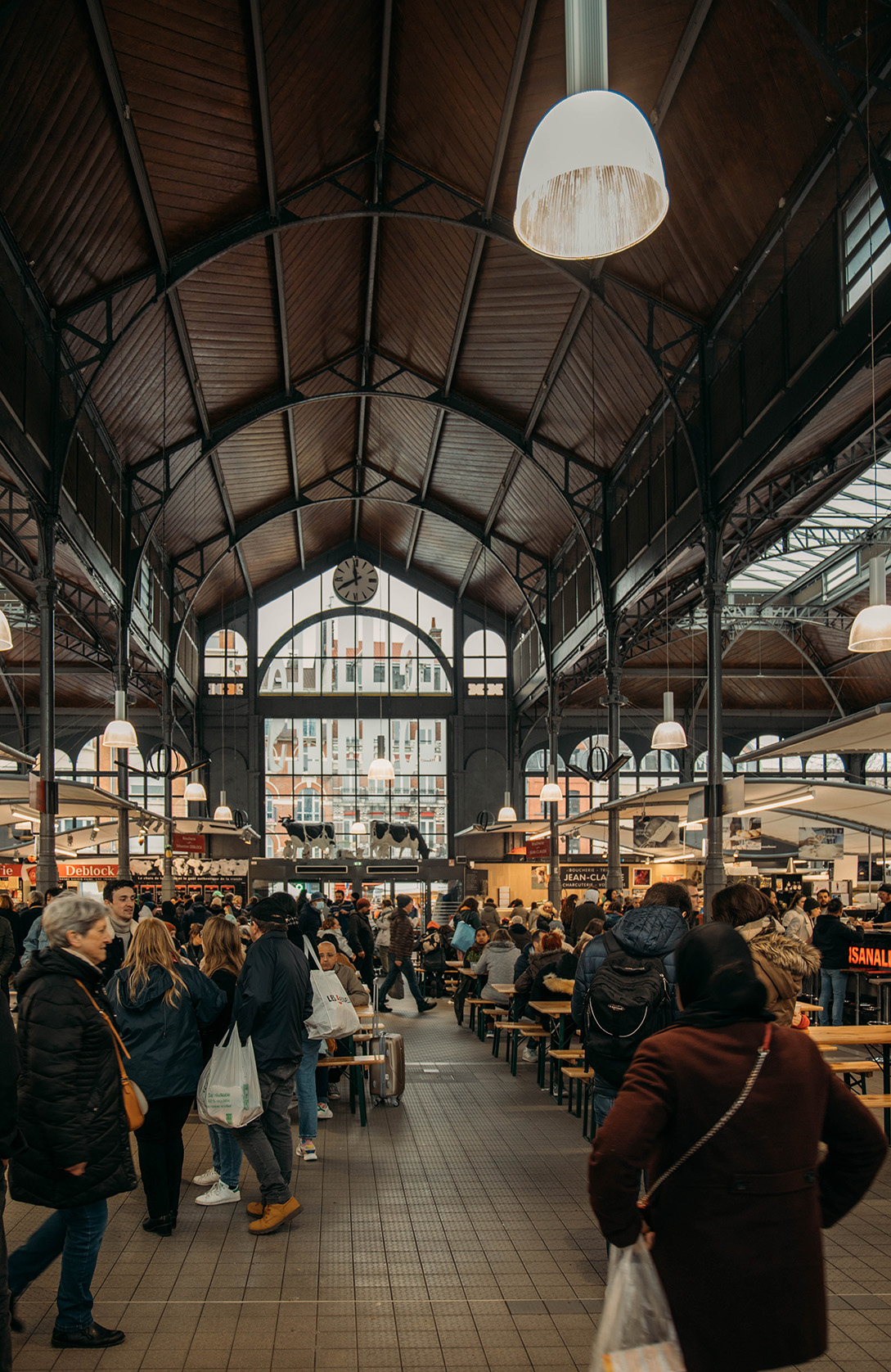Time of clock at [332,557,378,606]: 11:40
